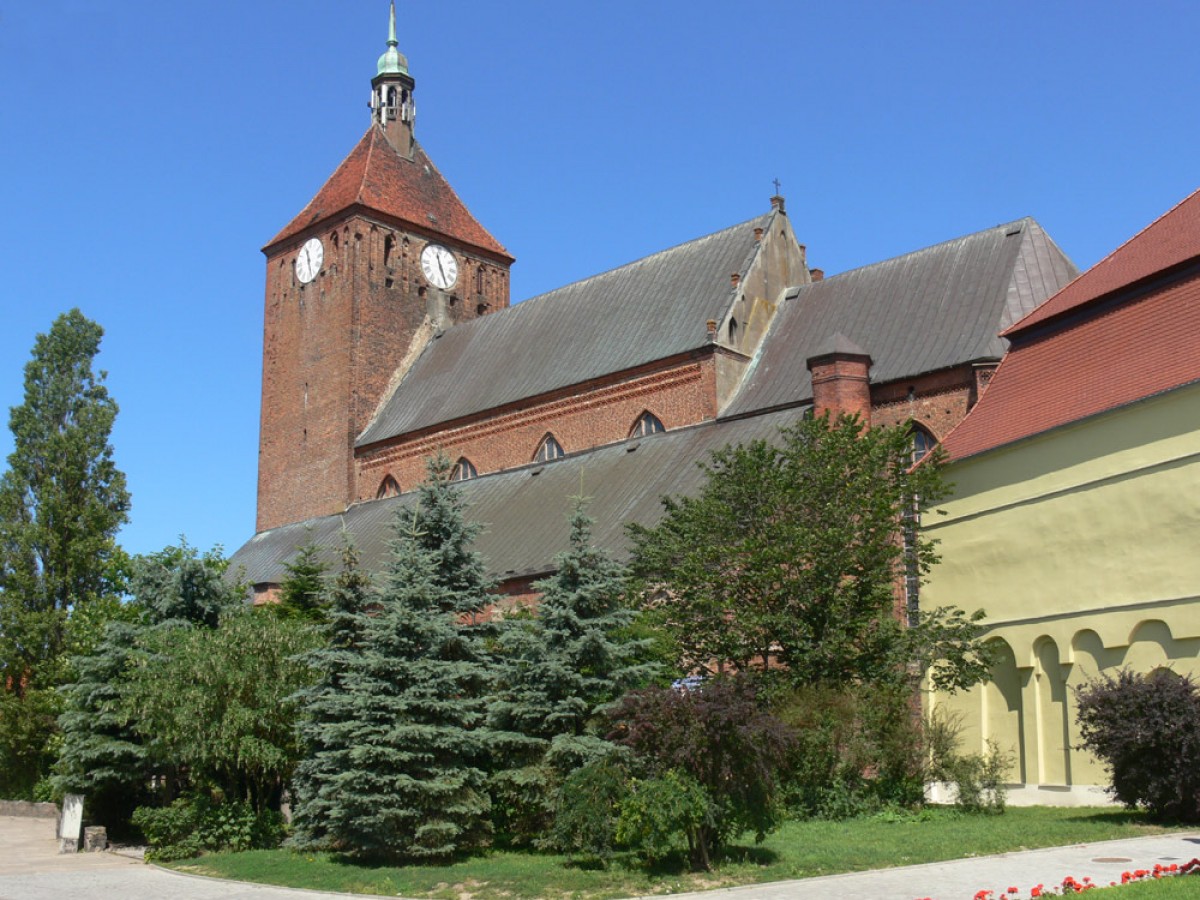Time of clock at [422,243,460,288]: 11:26
